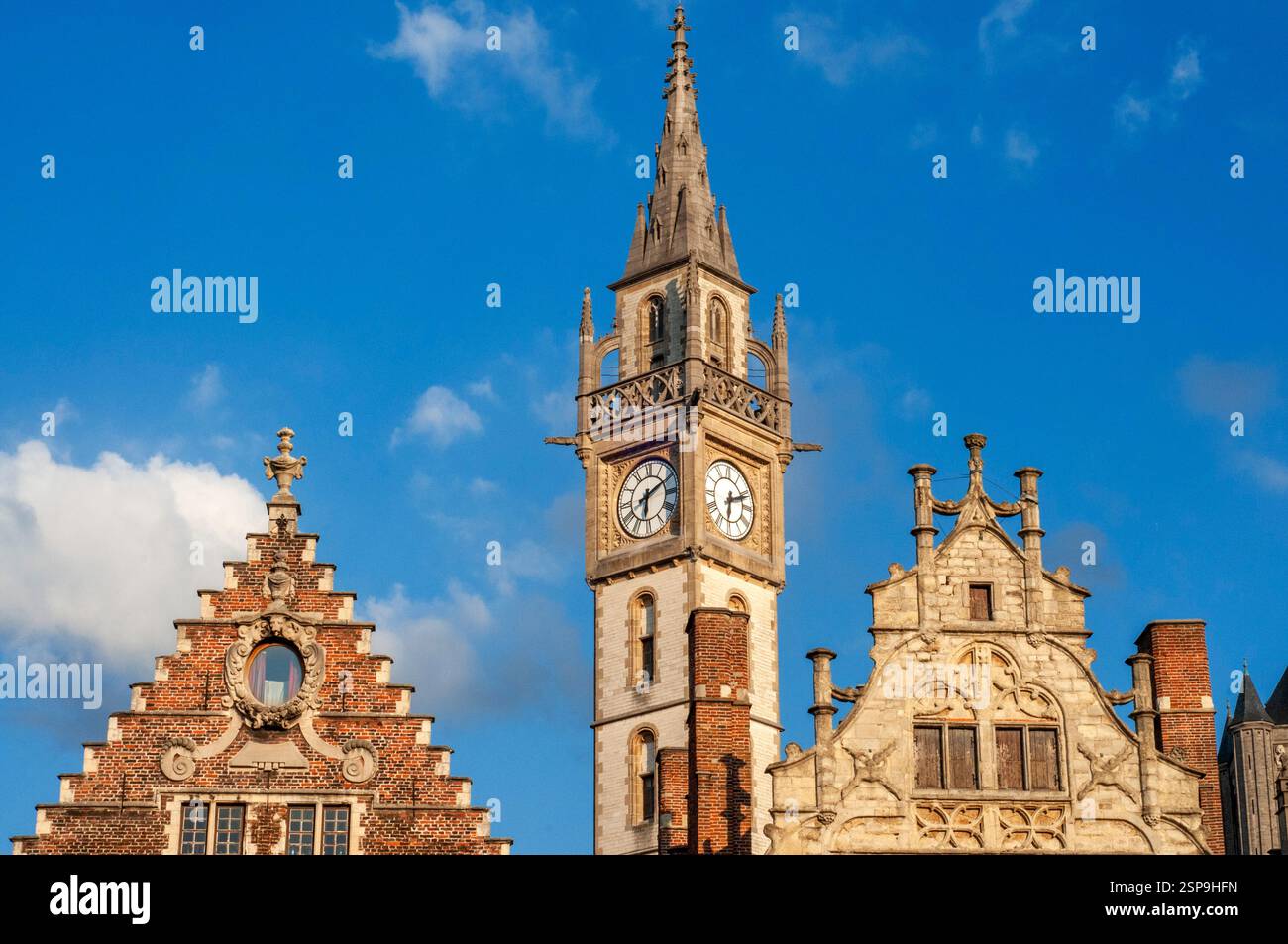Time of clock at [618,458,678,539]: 6:10
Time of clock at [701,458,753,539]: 6:11
